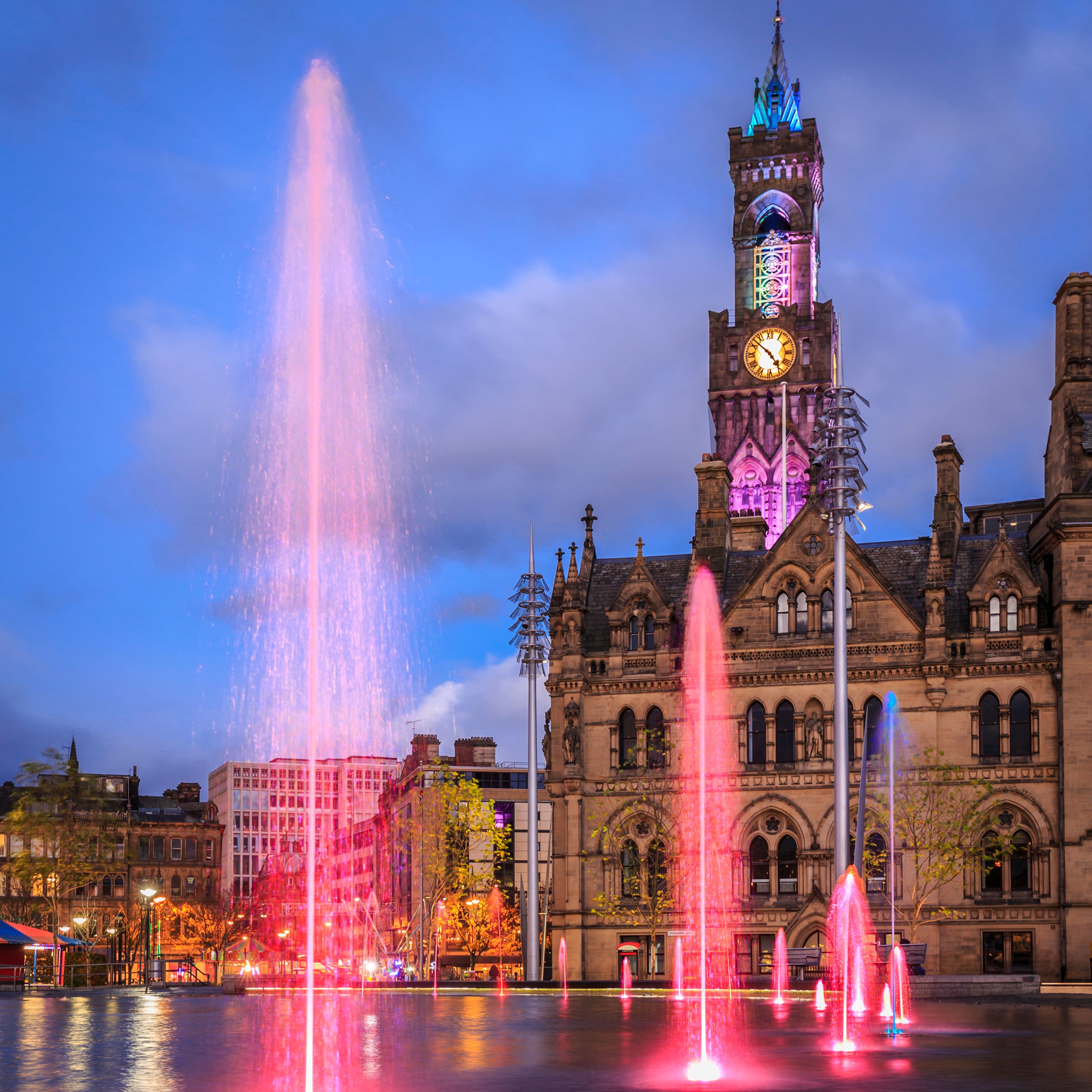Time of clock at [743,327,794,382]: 4:52
